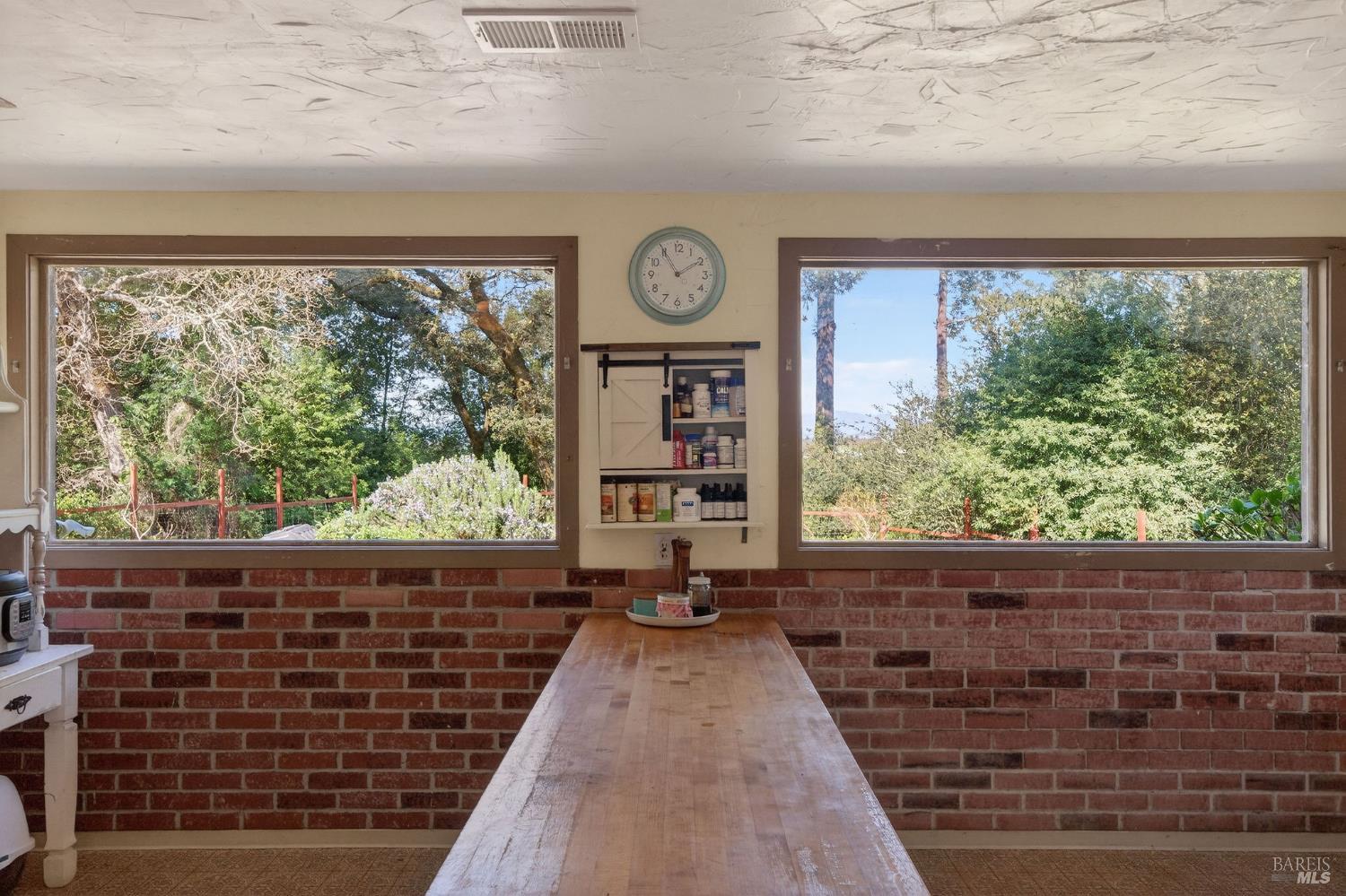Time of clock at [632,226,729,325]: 1:55
